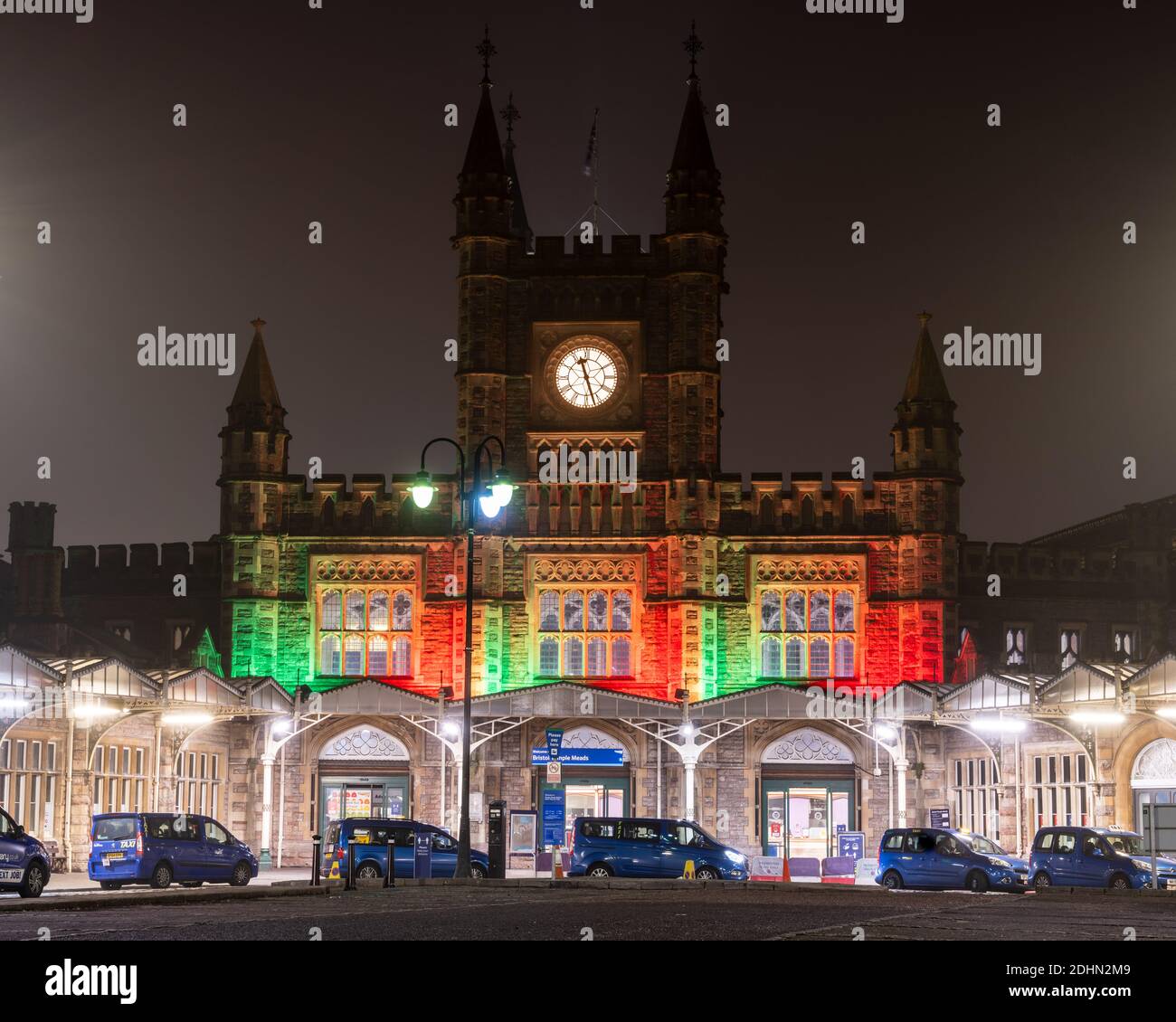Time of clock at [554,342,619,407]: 11:26
